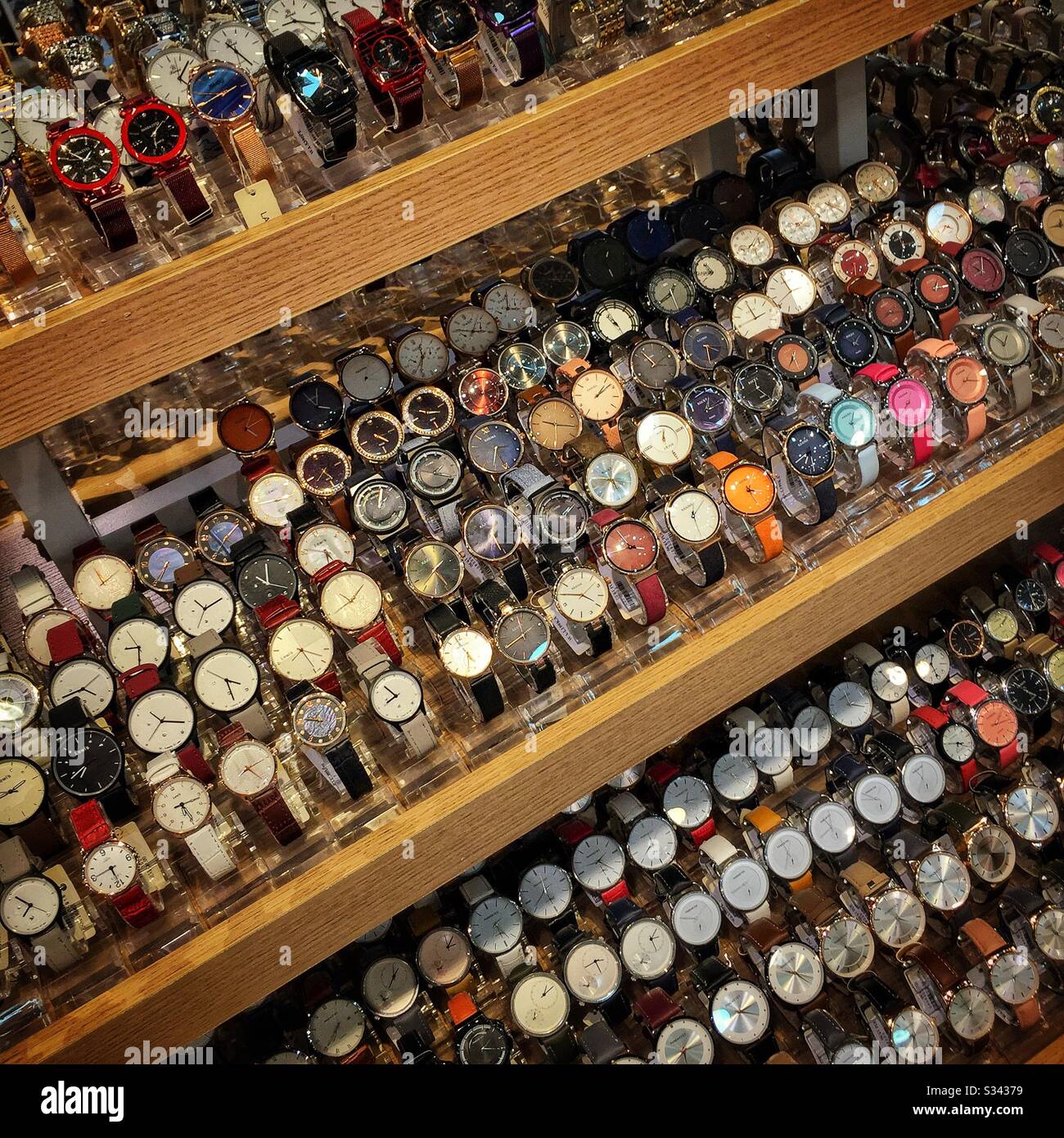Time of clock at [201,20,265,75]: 10:21
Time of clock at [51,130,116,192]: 12:49
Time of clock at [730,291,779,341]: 1:54
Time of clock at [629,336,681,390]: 2:53
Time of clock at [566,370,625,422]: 1:08
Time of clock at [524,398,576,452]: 9:15
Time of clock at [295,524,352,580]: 5:46
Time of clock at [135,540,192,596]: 6:34
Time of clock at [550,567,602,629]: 3:45
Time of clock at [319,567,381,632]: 10:06
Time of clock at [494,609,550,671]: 7:57
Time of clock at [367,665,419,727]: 7:52
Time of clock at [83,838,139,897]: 5:40
